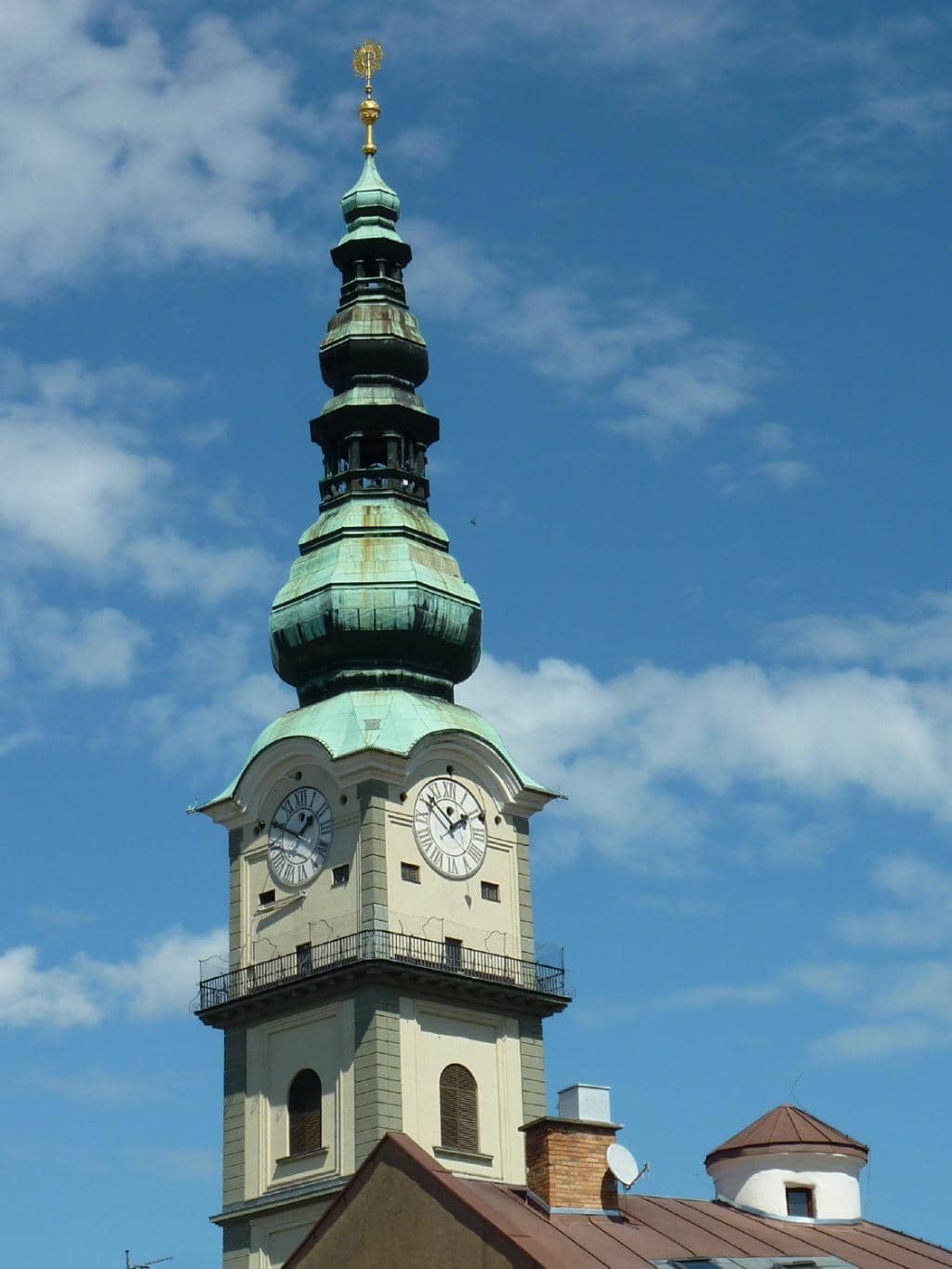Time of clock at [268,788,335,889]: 1:49
